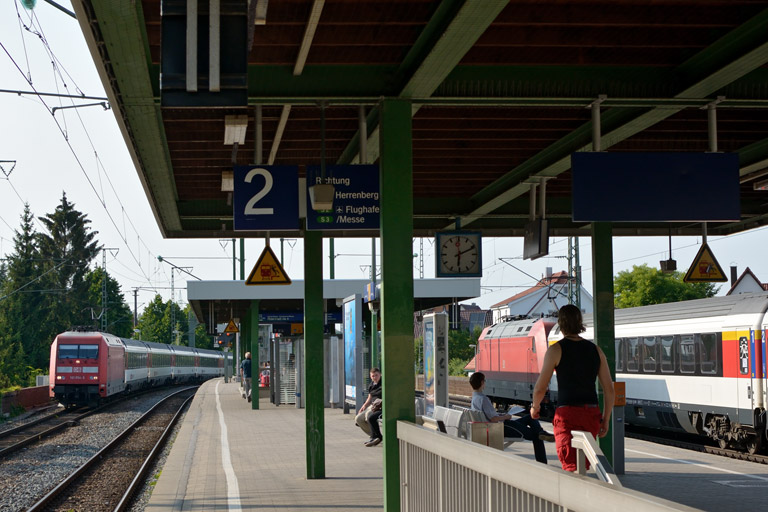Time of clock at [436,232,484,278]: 6:10
